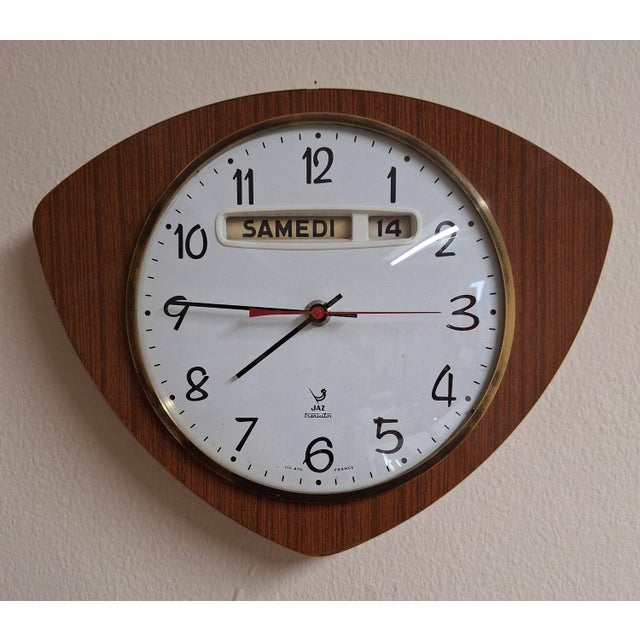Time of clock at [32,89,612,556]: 7:45
